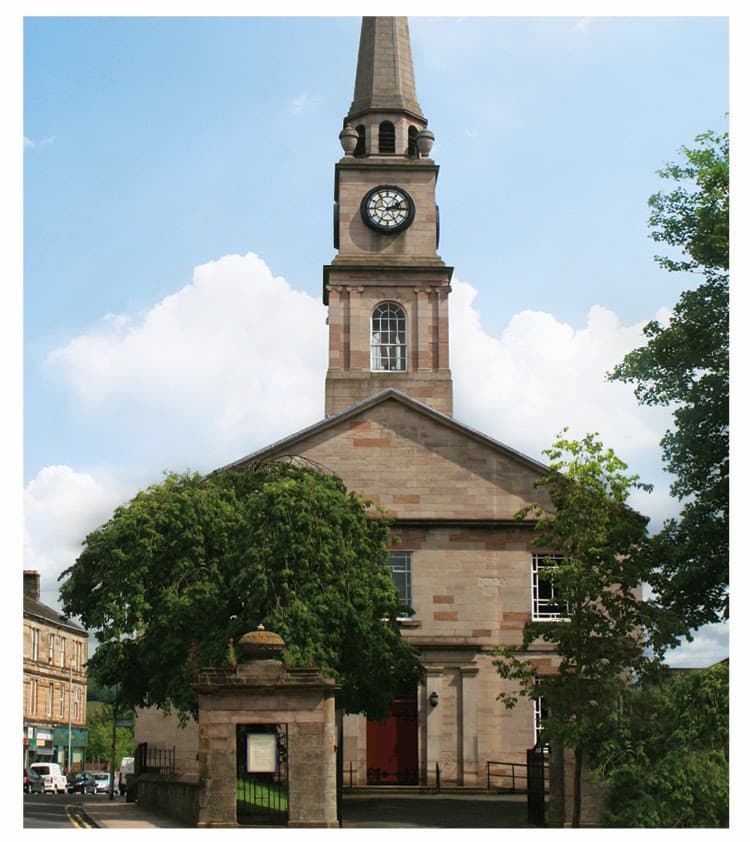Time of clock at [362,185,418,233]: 2:14
